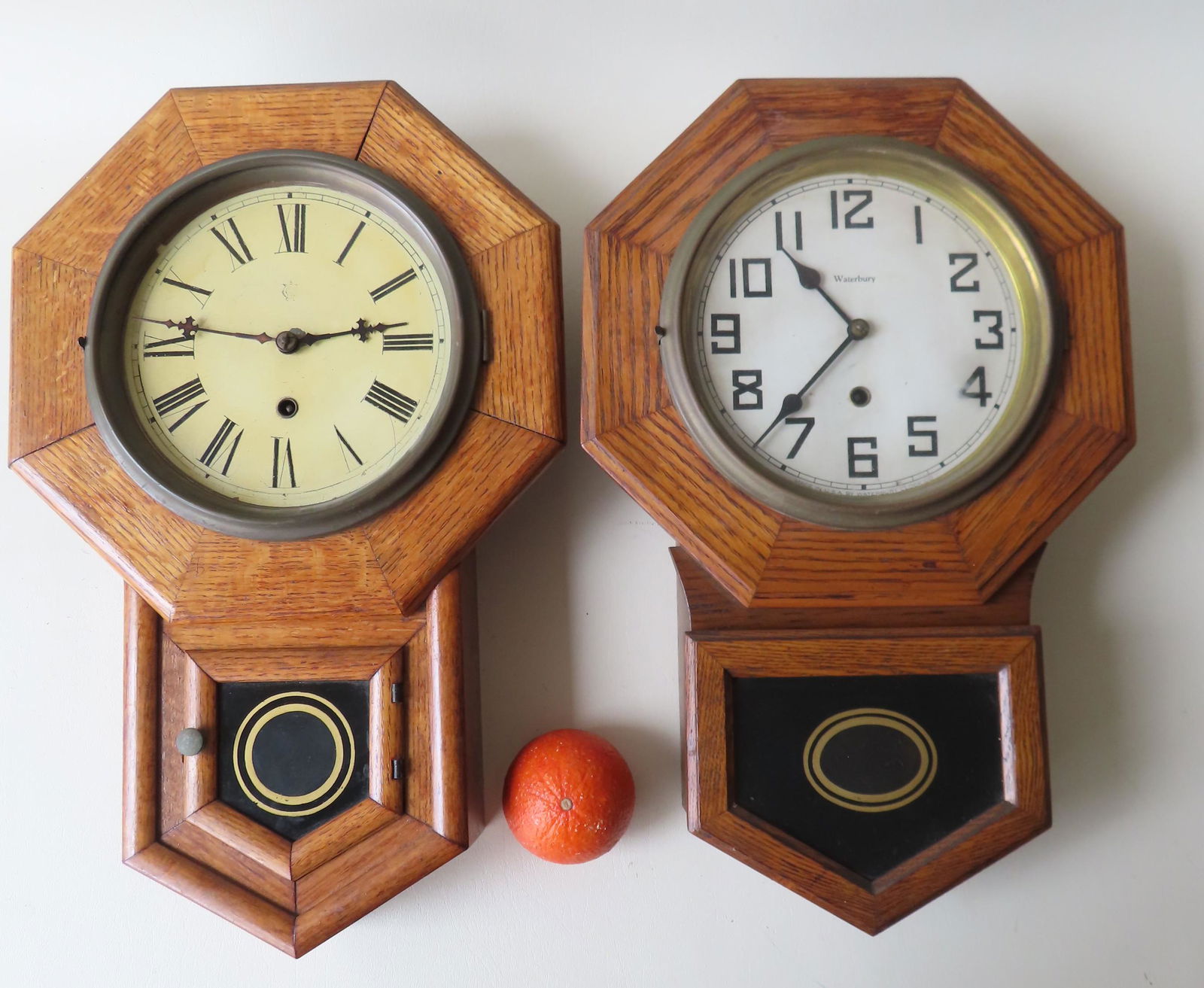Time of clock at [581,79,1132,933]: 10:36
